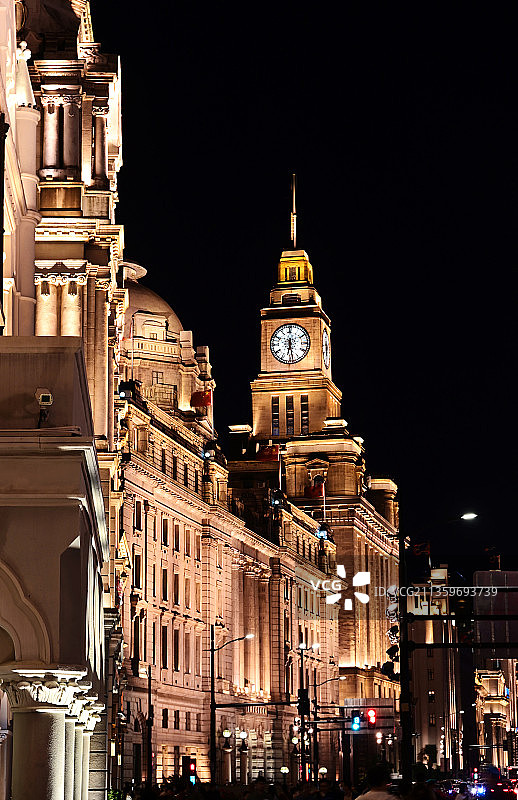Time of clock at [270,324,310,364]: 6:28
